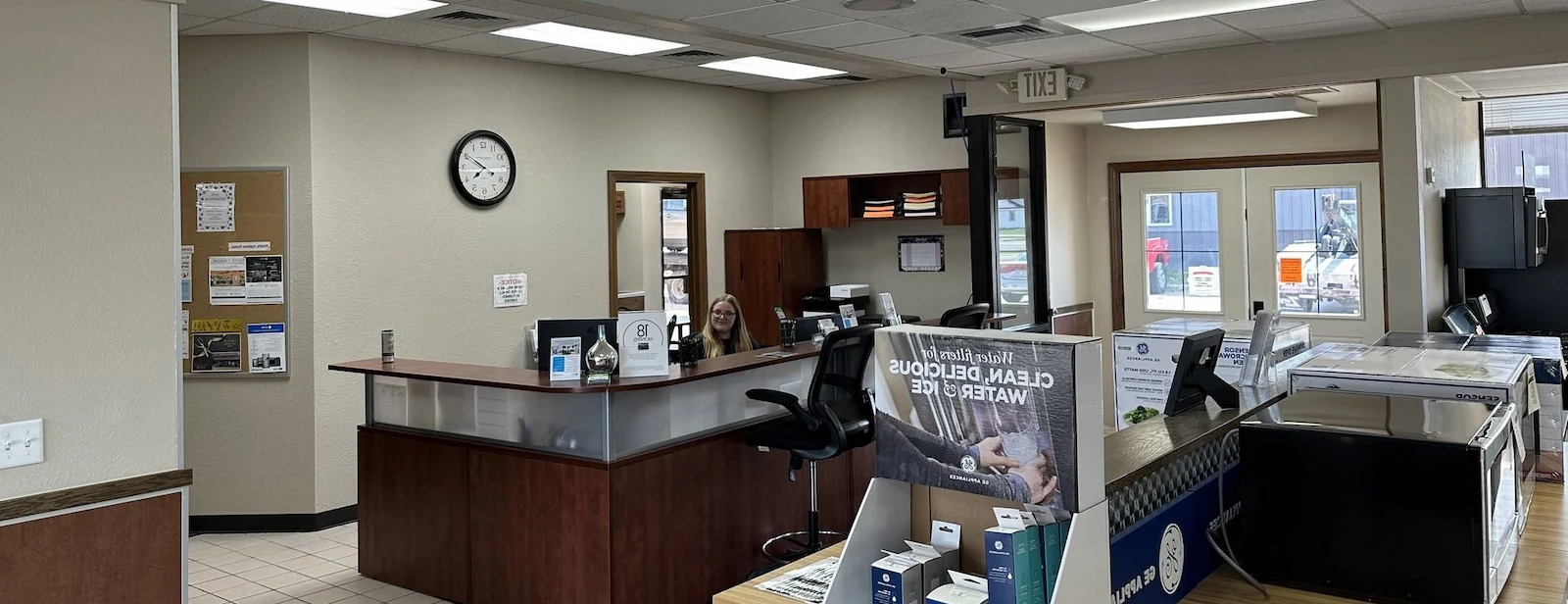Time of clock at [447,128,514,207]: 7:49
